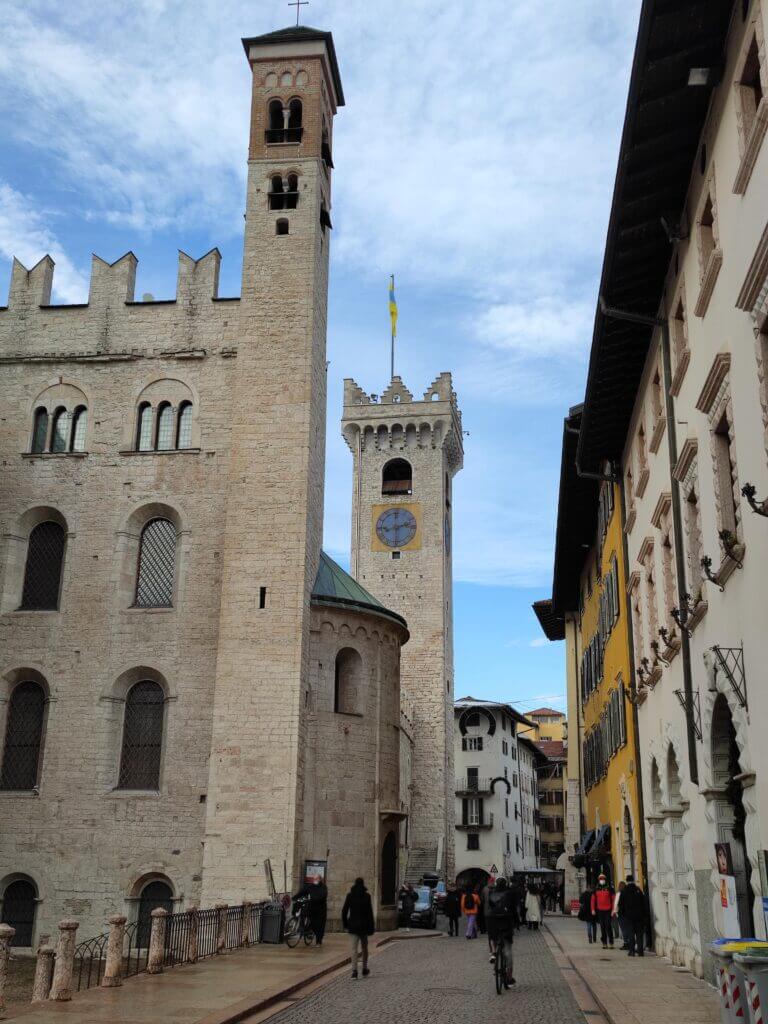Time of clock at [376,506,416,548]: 8:12
